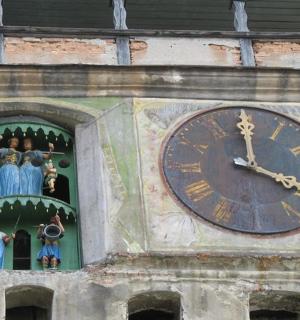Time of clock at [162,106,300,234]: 3:59
